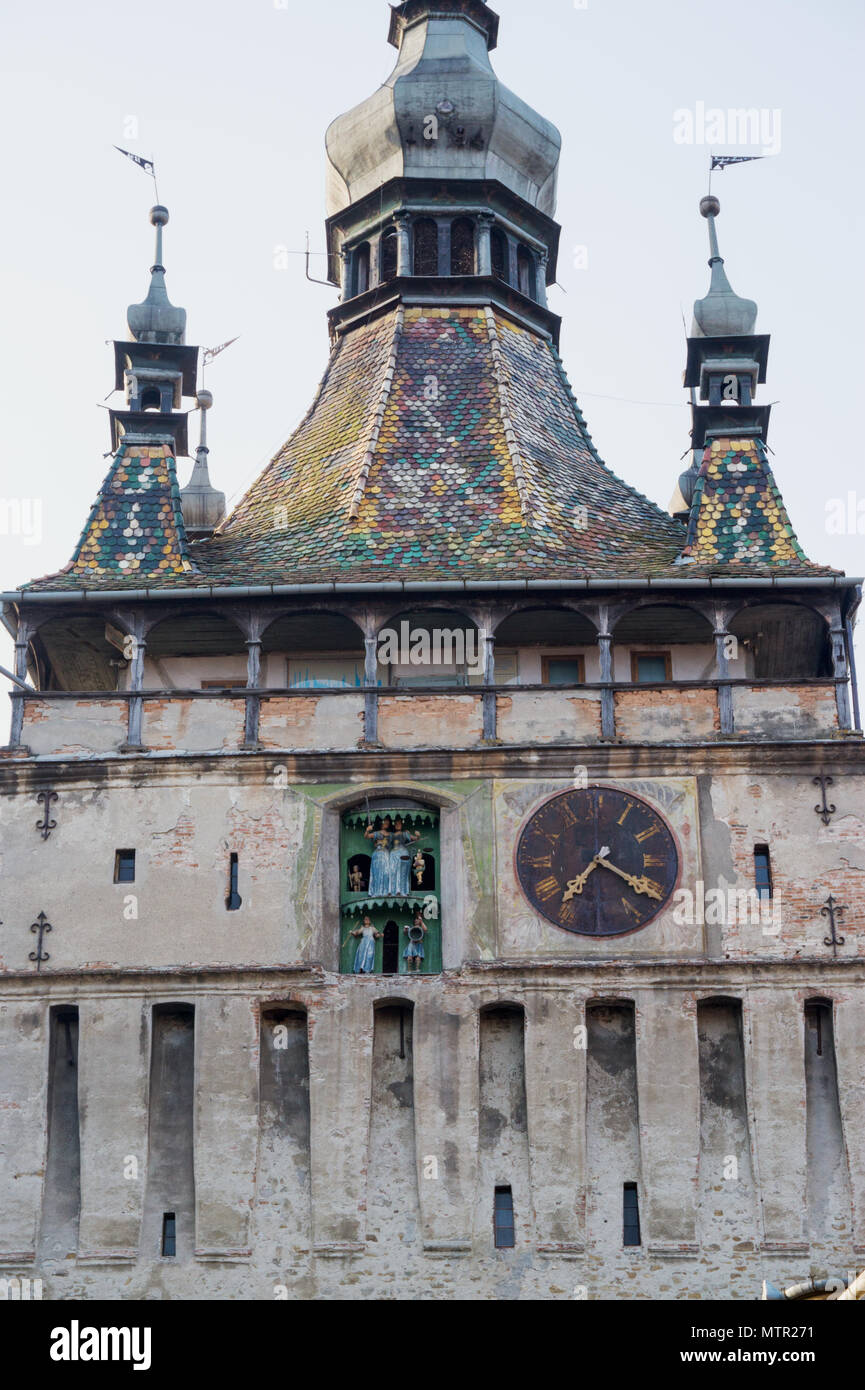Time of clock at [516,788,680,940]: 7:20
